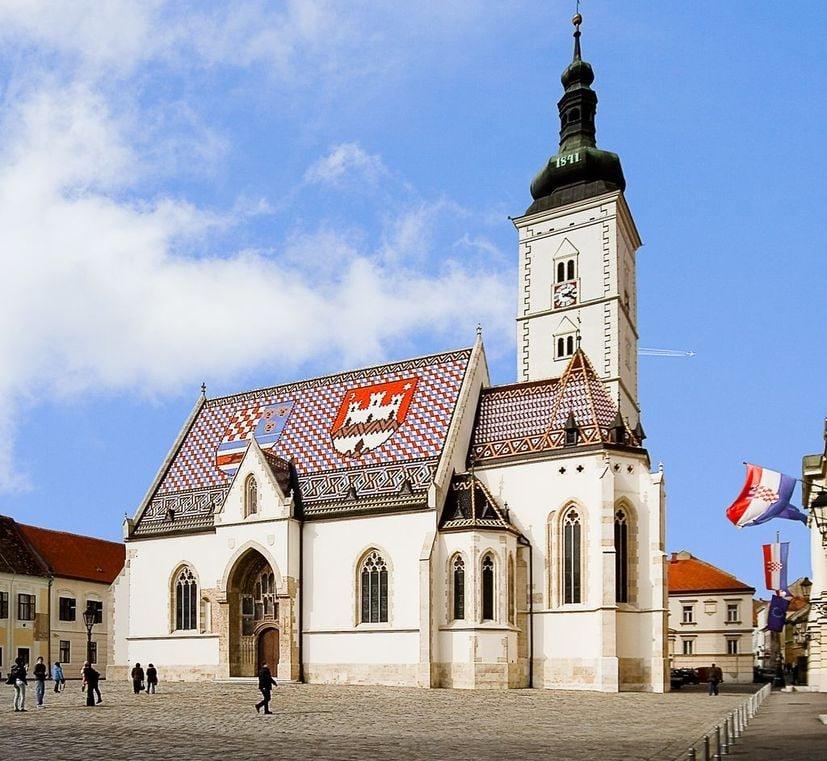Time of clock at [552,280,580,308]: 2:18
